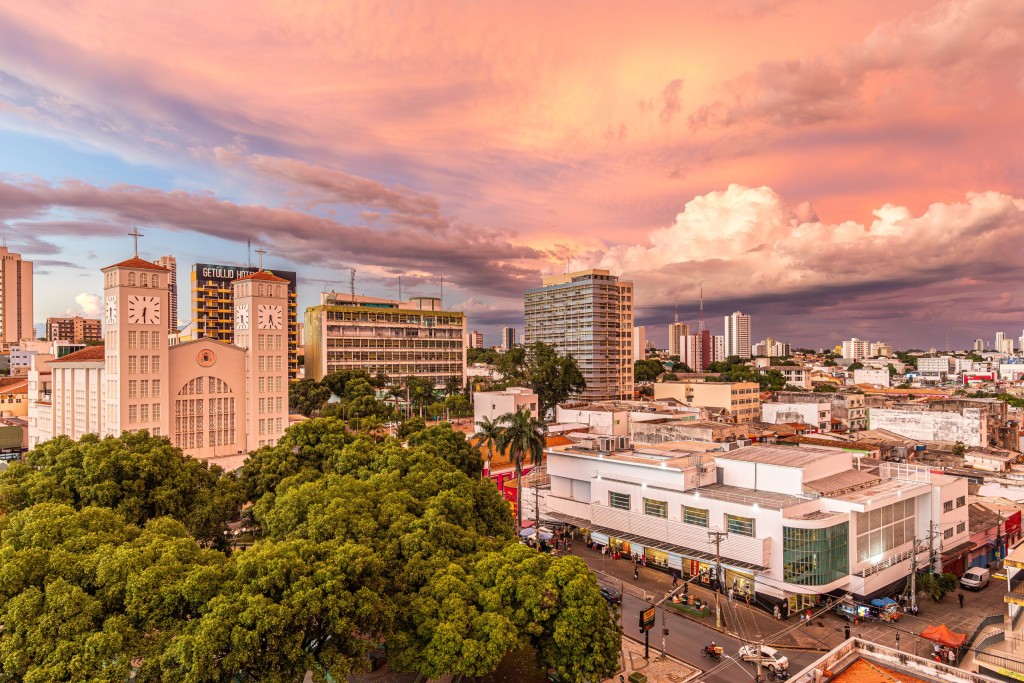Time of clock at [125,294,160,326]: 6:30
